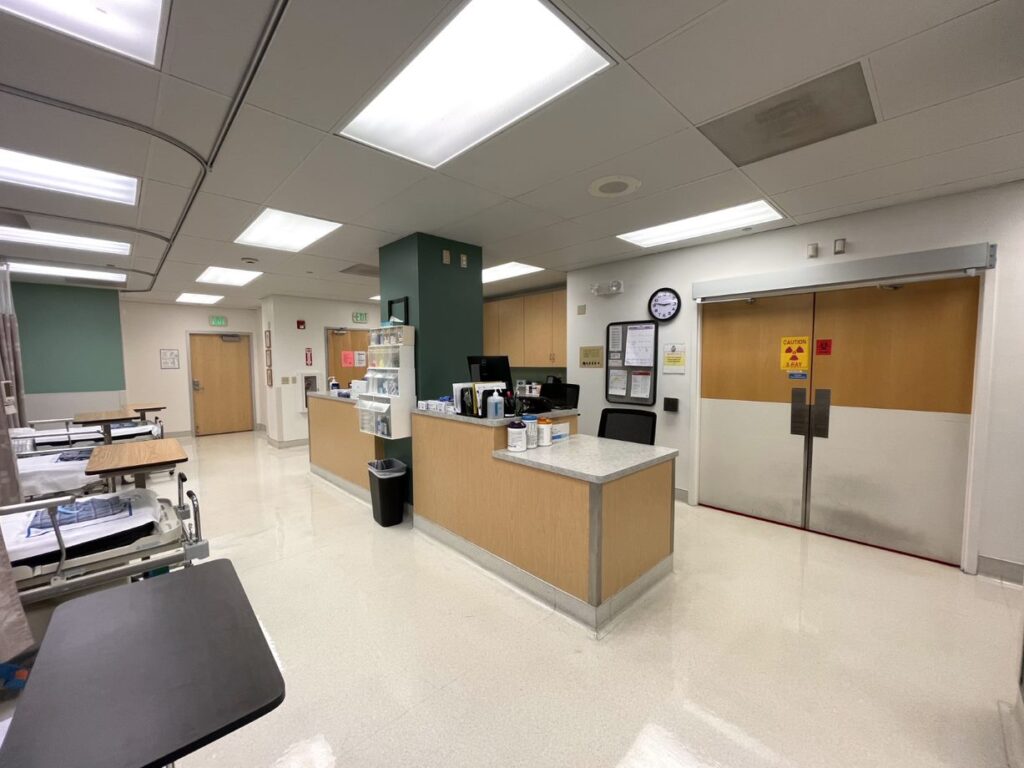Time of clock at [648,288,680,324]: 2:46
